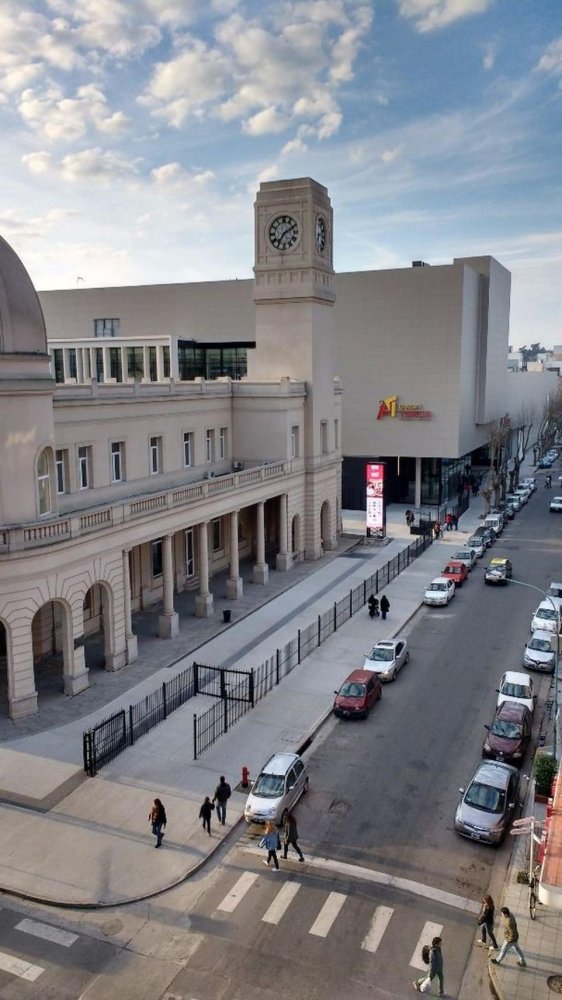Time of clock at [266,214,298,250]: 7:10
